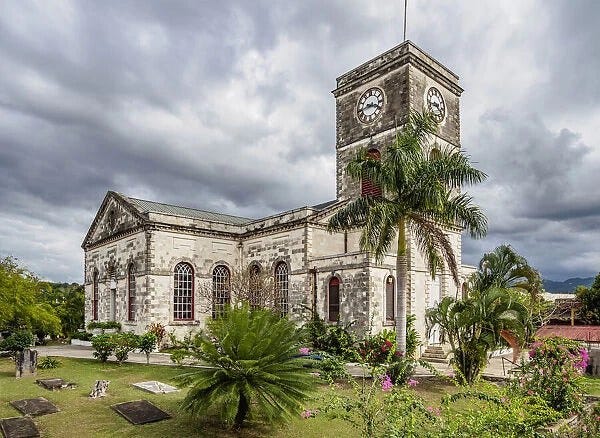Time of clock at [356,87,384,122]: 3:43
